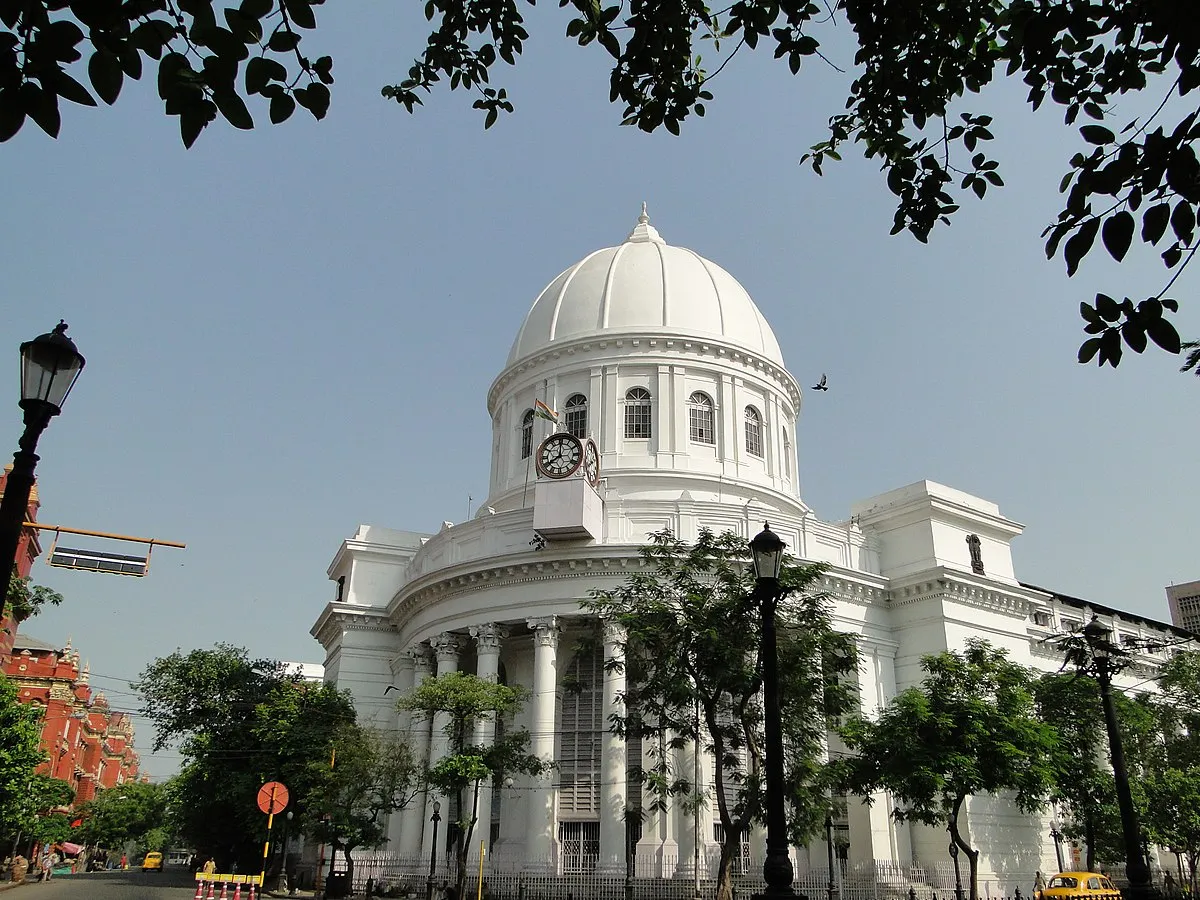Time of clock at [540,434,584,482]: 7:59
